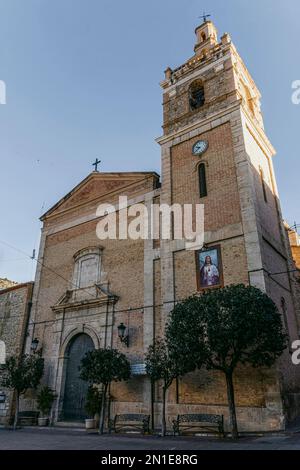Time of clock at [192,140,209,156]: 9:38
